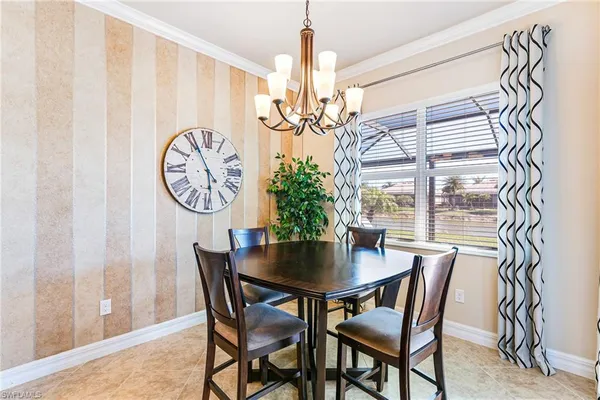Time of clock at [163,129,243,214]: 5:55
